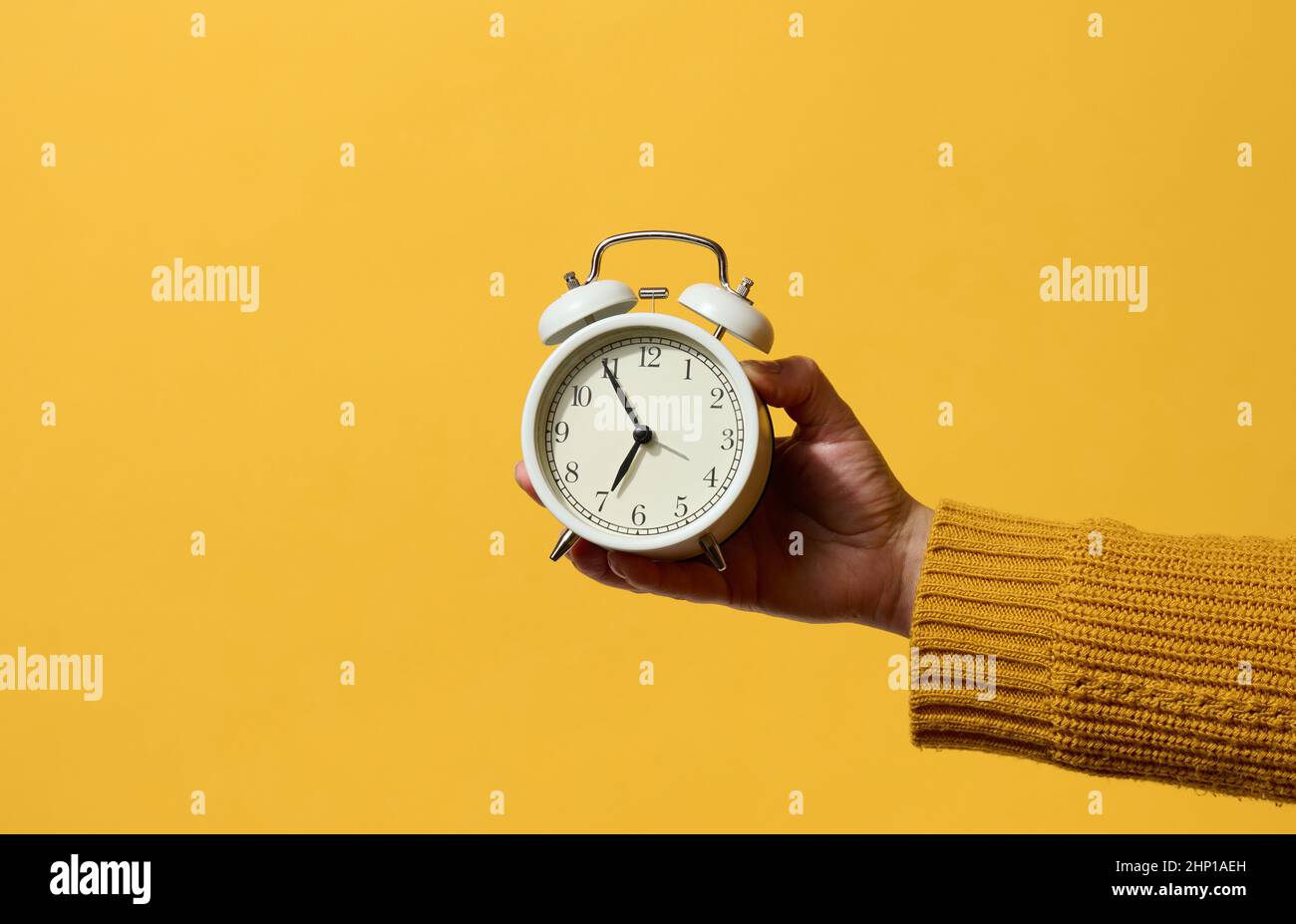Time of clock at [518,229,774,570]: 6:54
